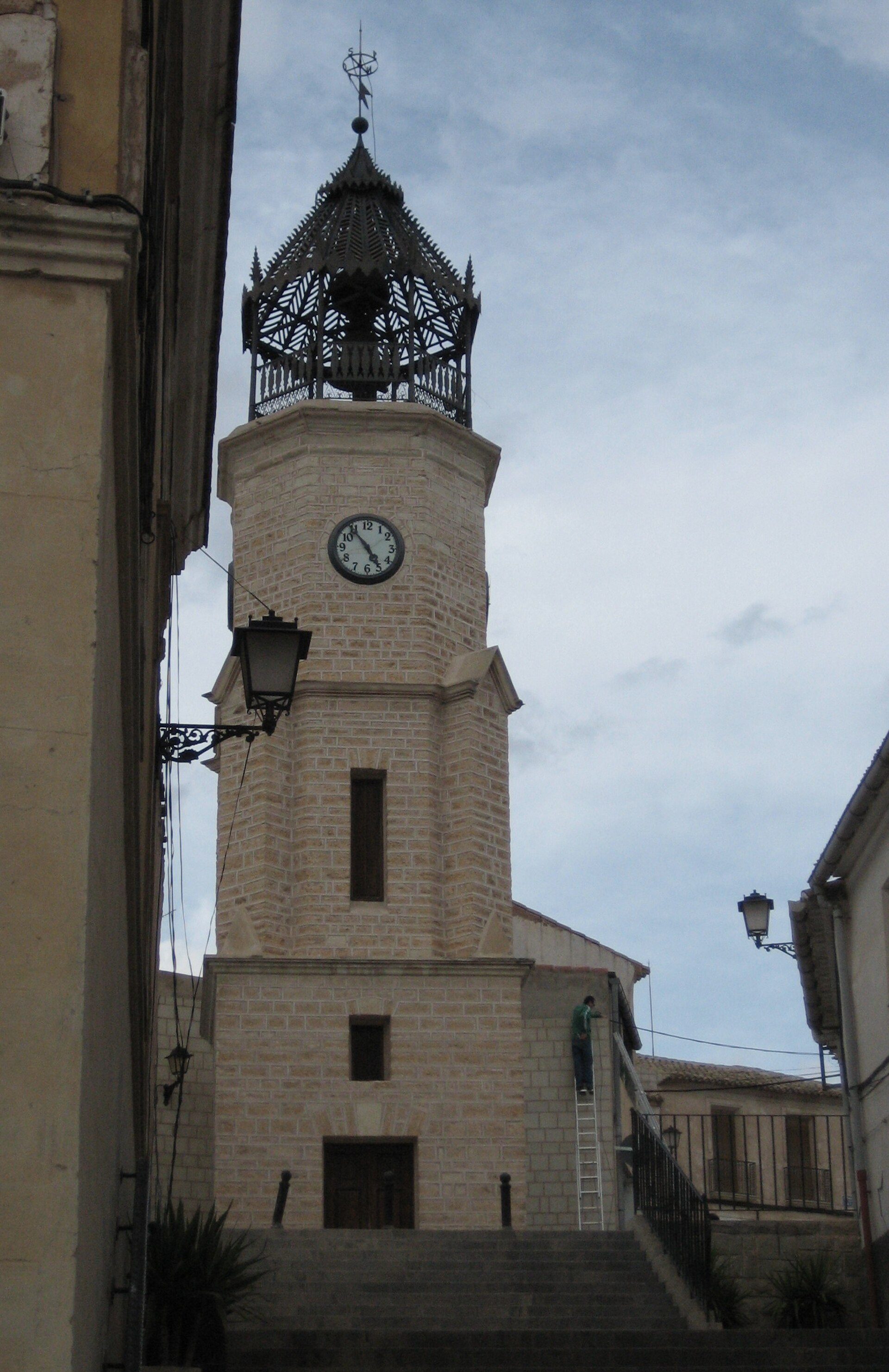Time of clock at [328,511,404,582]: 4:54
